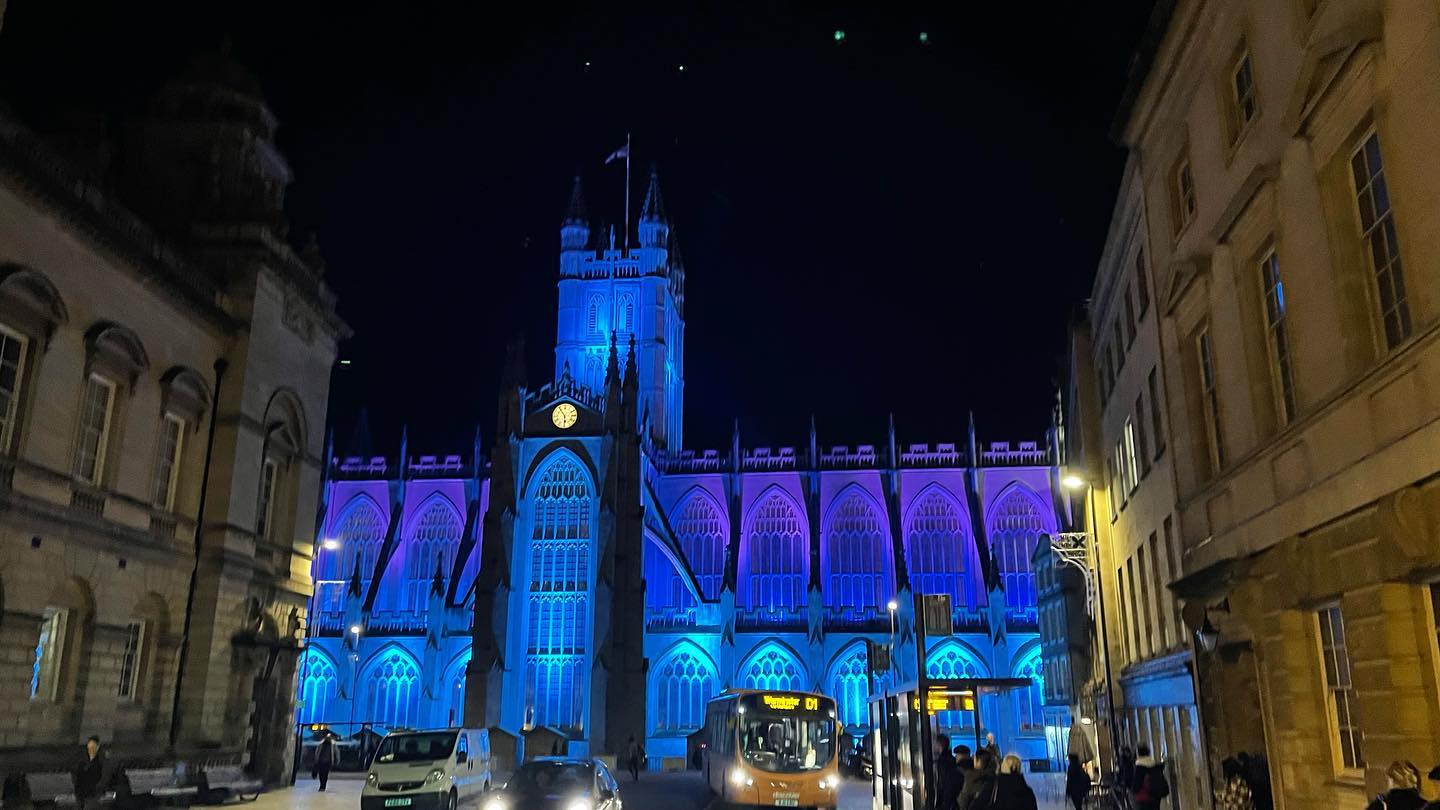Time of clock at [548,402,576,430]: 5:54
